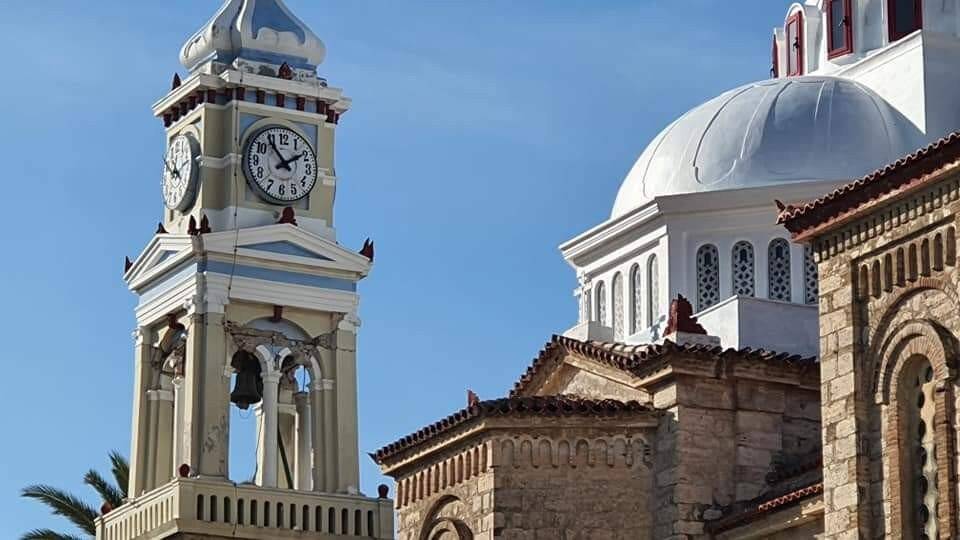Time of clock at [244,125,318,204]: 1:53
